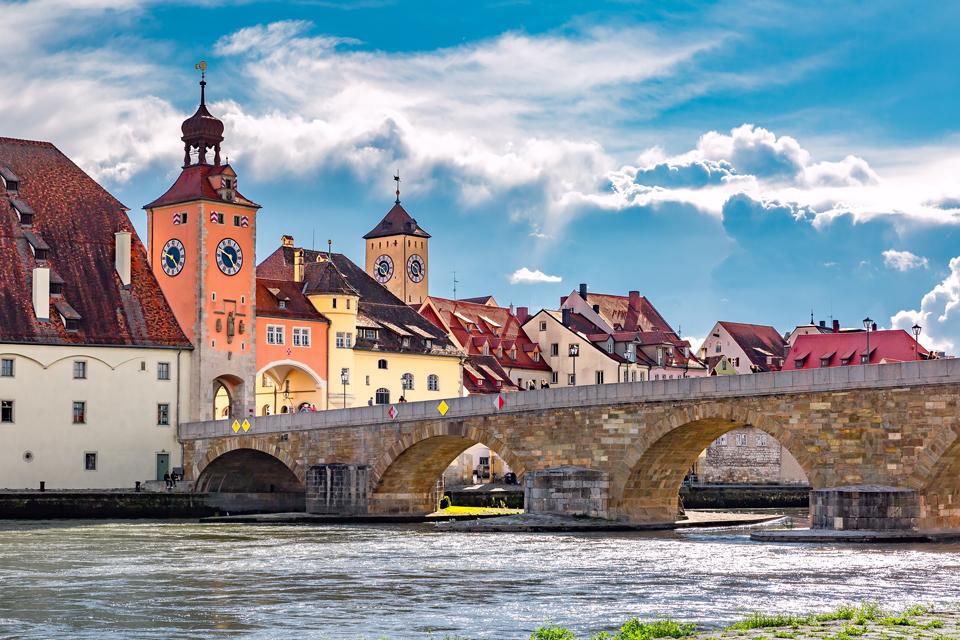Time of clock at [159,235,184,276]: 4:48
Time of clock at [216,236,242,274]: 4:48
